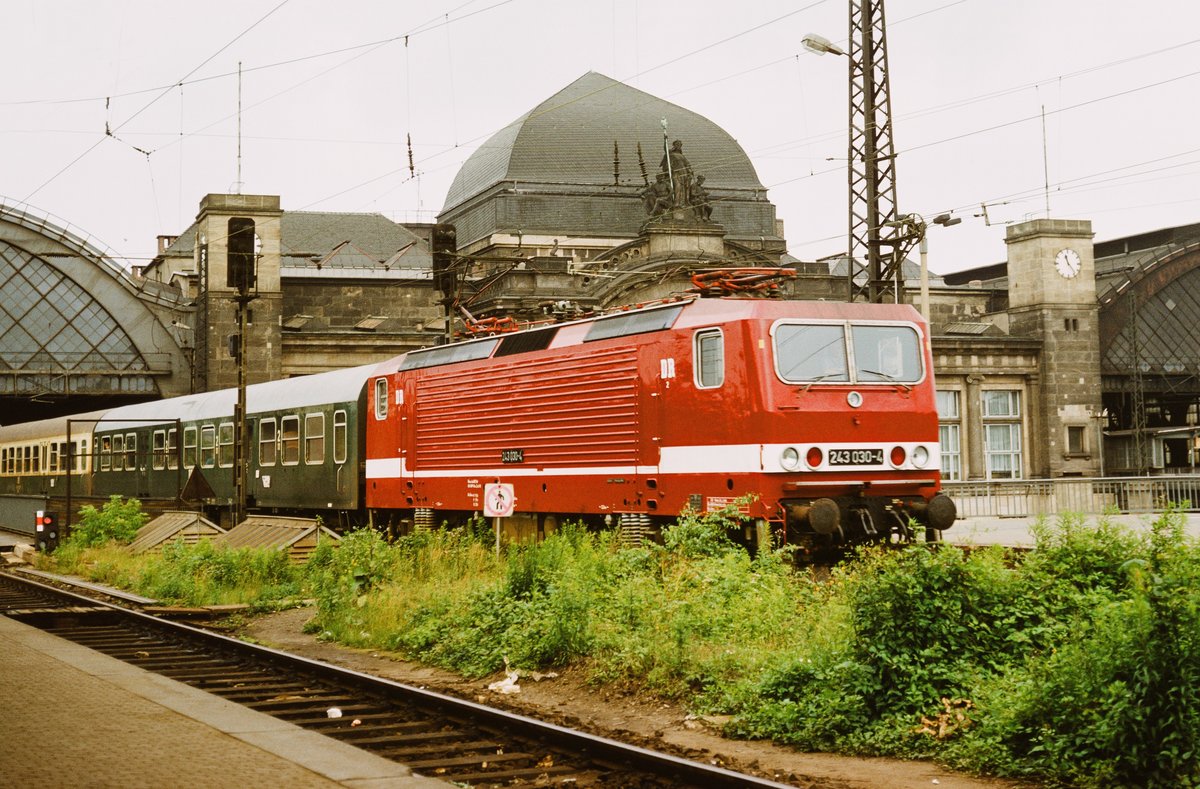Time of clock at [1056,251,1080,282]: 11:23
